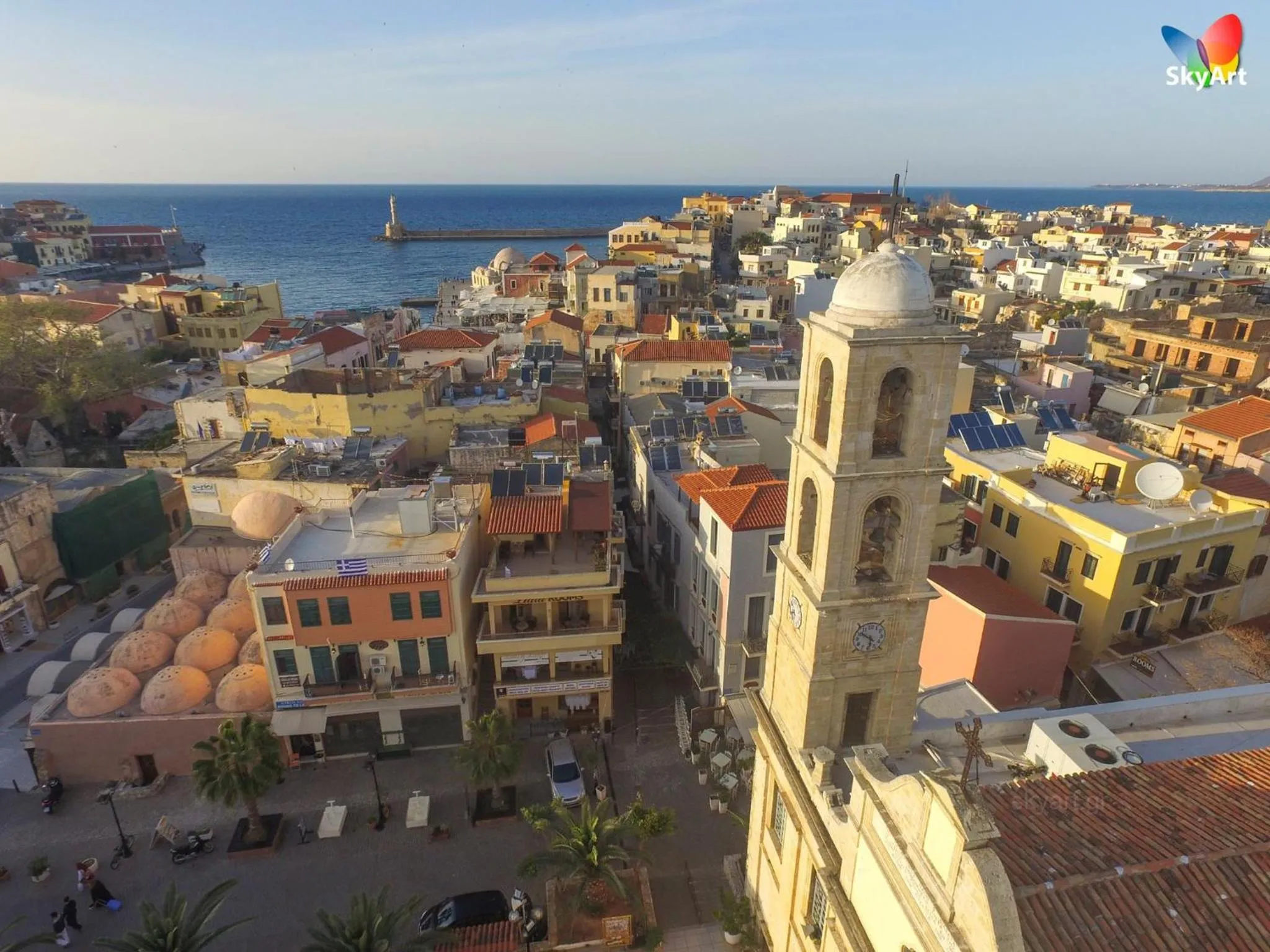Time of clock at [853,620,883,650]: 5:51
